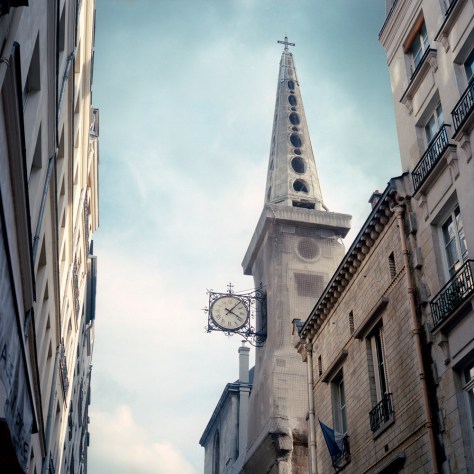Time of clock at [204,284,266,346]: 4:07
